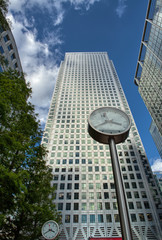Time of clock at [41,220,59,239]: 3:40
